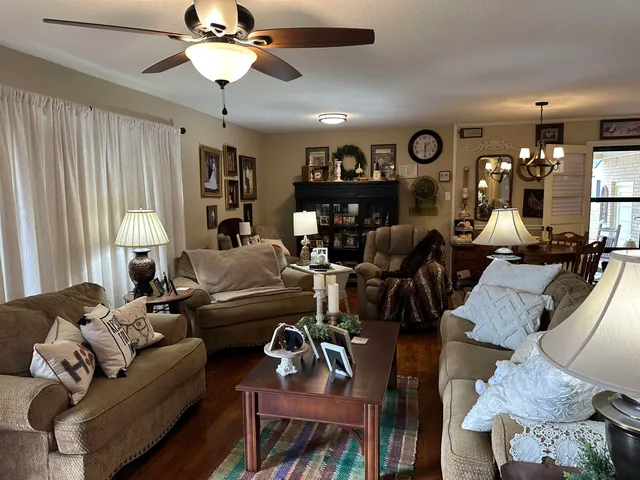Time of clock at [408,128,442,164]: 1:30
